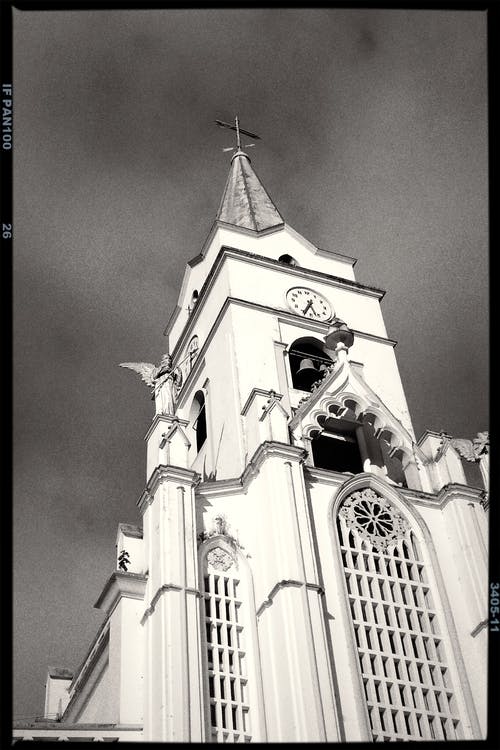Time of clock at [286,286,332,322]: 5:34
